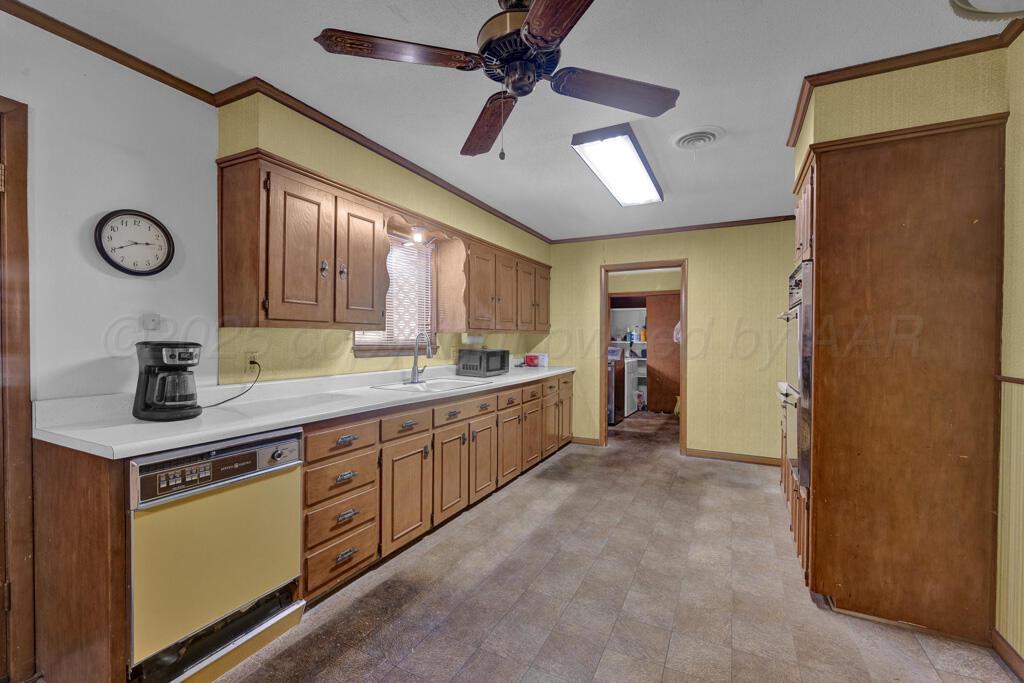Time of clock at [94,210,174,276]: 2:40
